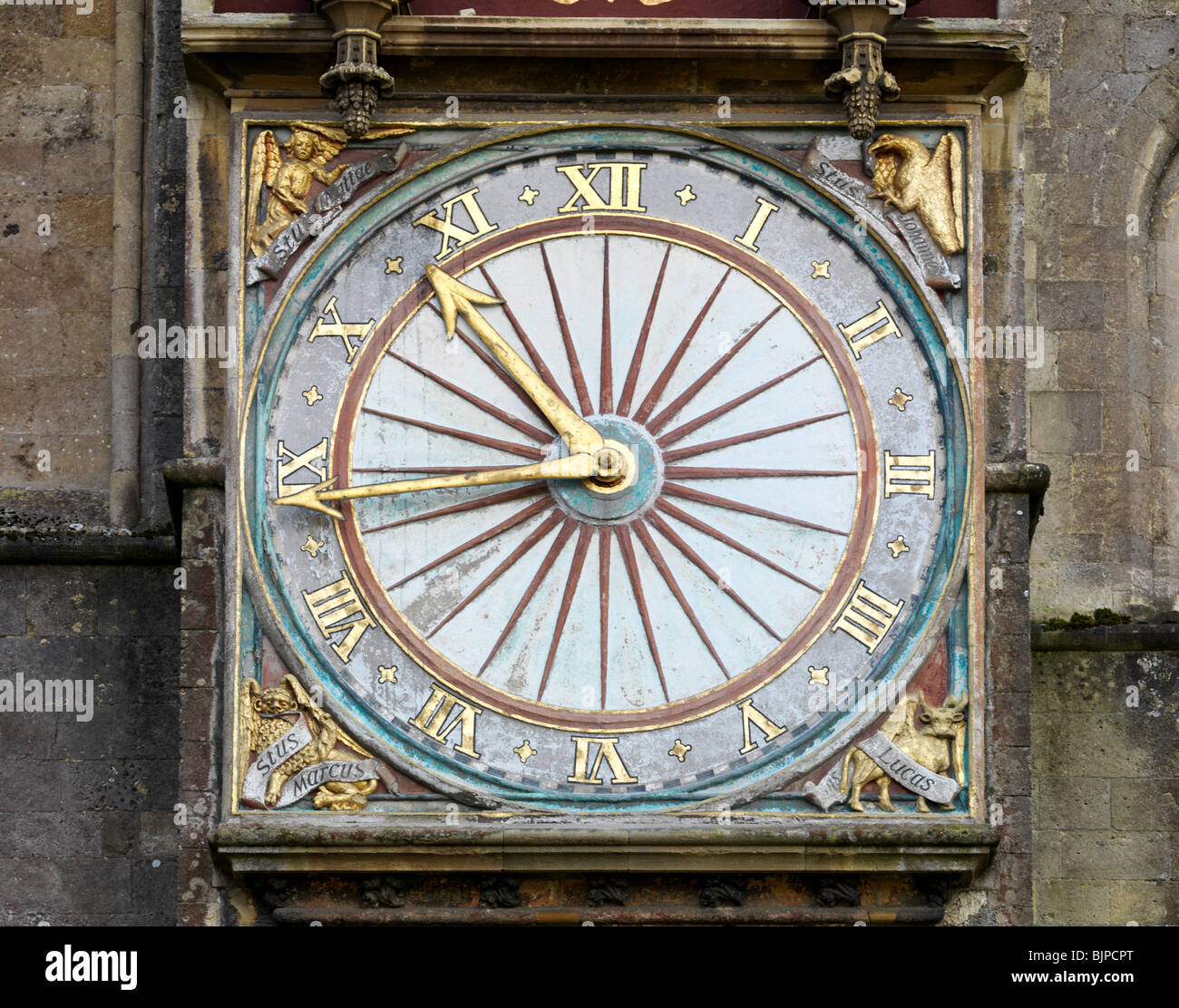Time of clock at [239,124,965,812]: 8:53
